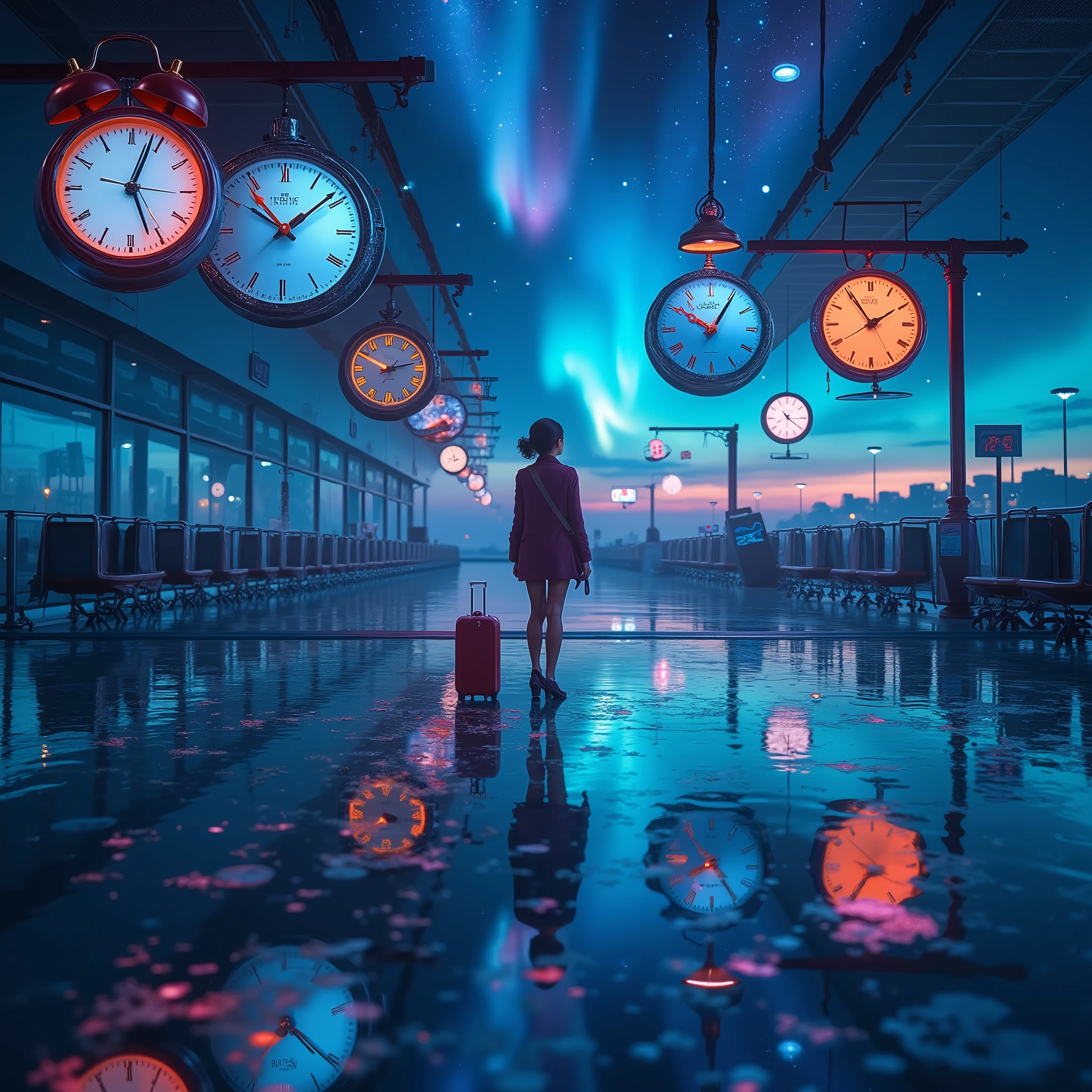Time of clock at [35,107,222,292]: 5:03
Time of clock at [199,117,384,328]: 10:08
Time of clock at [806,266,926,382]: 1:54
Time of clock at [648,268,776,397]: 10:05
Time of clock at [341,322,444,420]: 10:12
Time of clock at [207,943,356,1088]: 4:21
